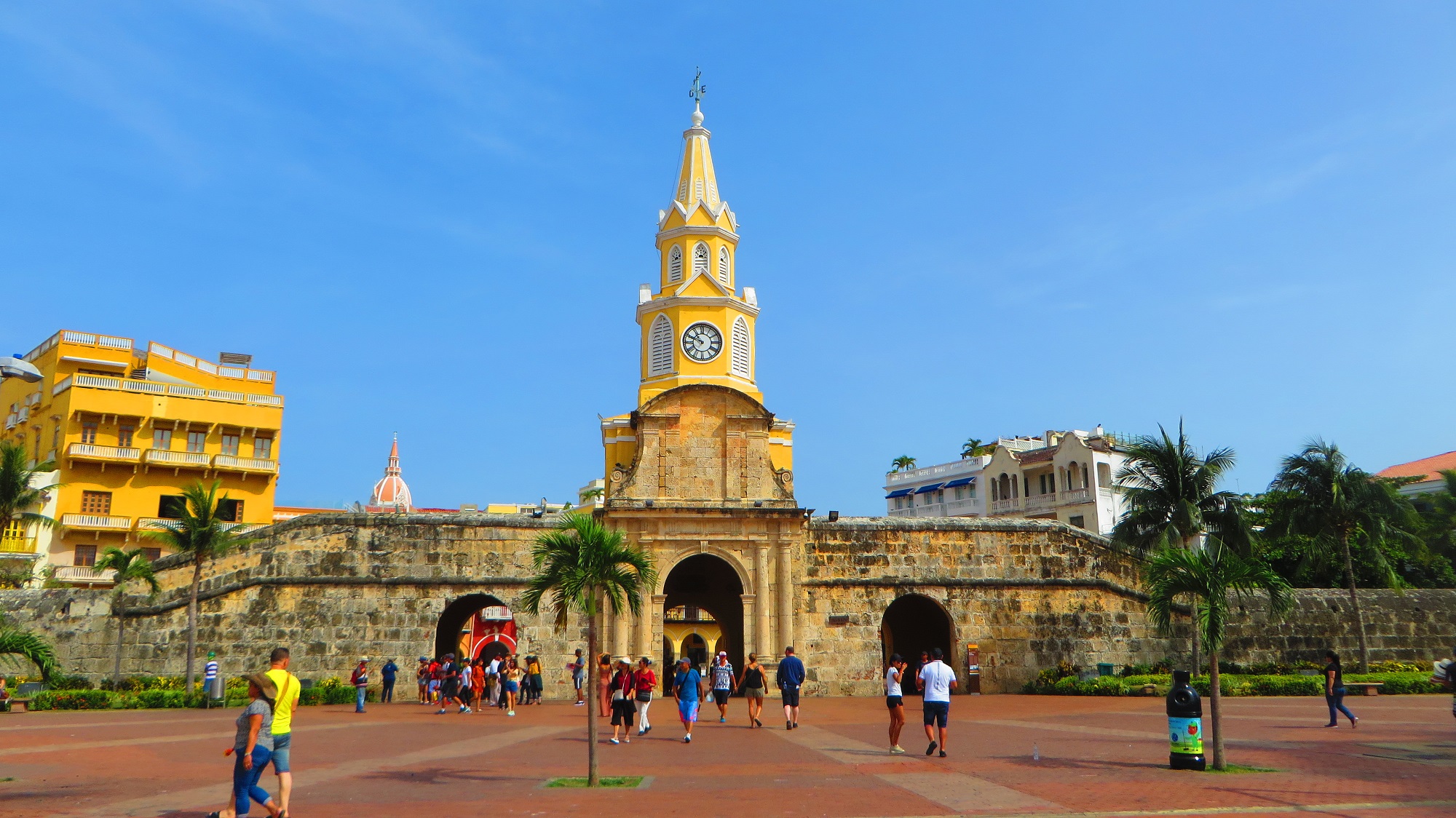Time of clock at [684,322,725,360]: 10:48
